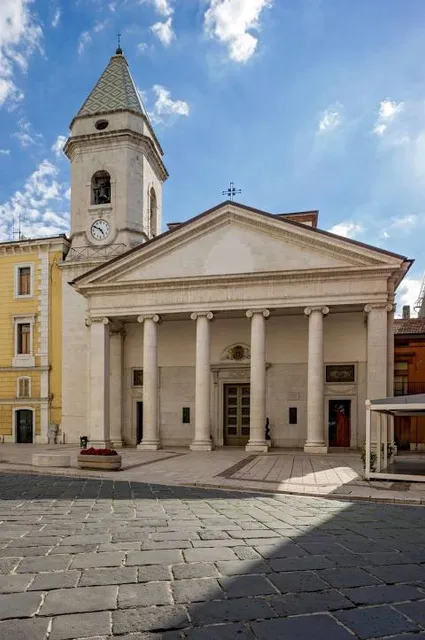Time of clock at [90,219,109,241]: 4:49
